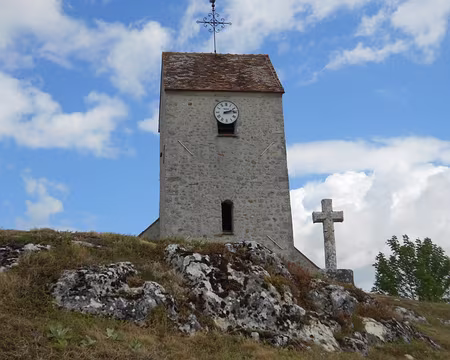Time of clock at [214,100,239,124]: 2:13
